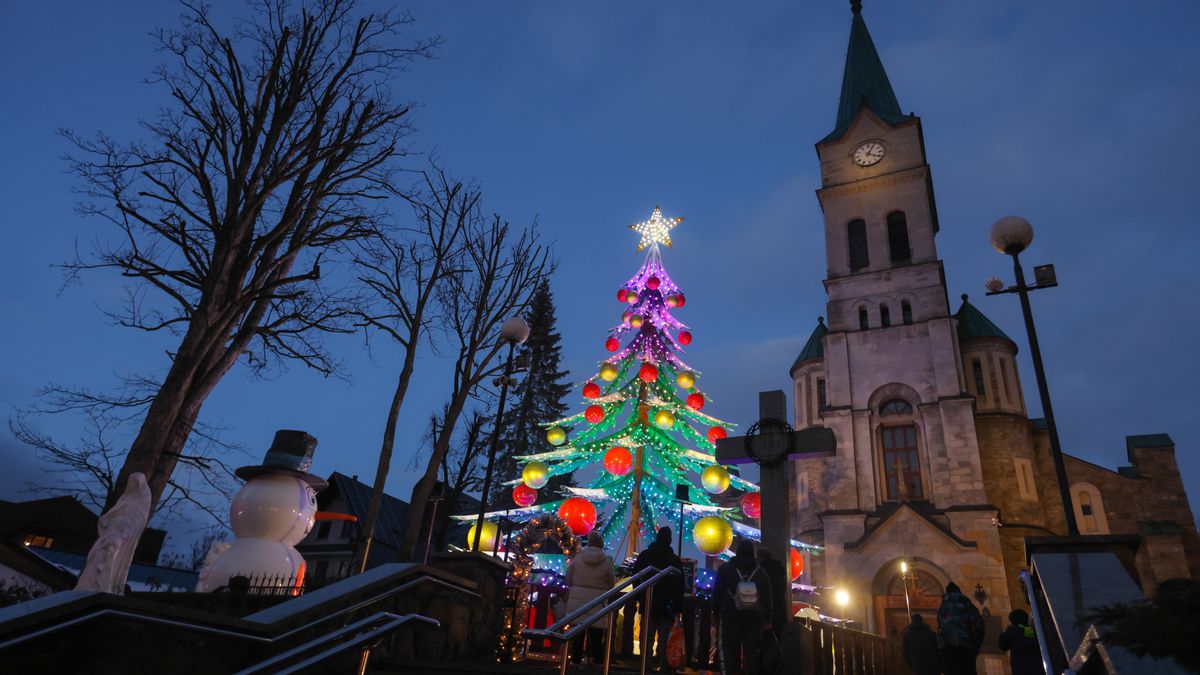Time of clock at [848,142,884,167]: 4:04
